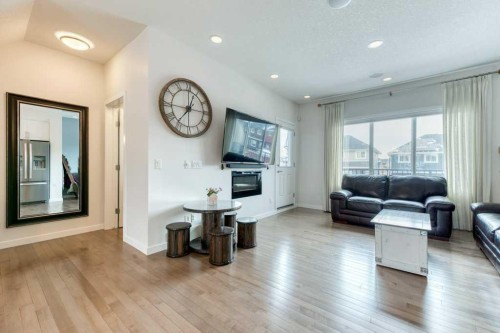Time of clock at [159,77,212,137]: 12:36
